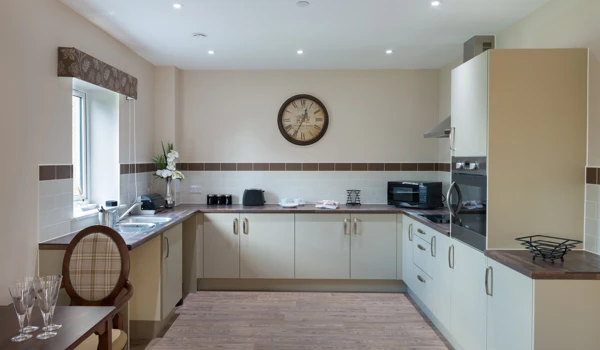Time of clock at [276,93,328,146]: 12:34
